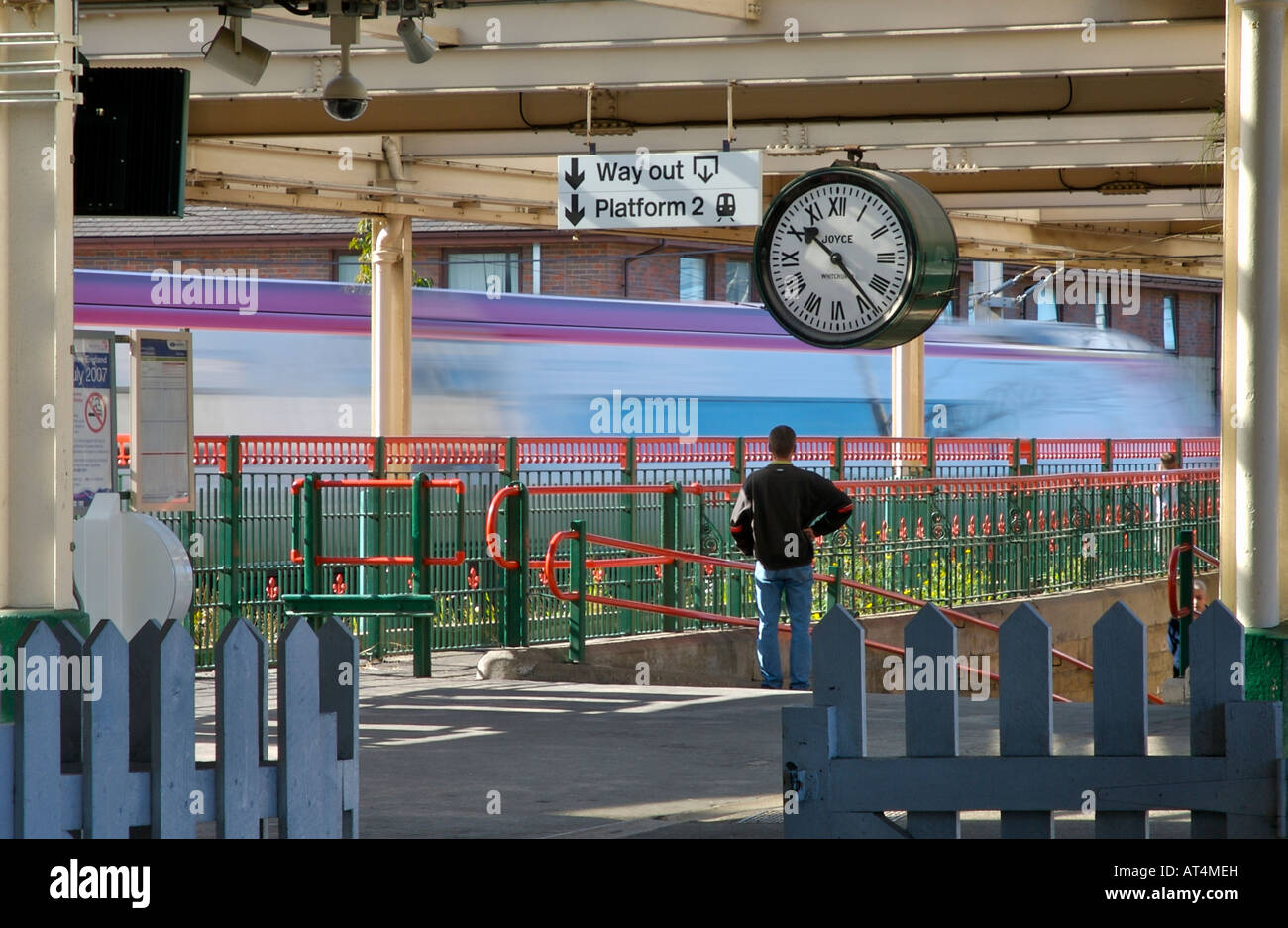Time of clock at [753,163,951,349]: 10:23
